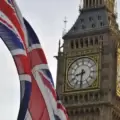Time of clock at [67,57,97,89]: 8:31
